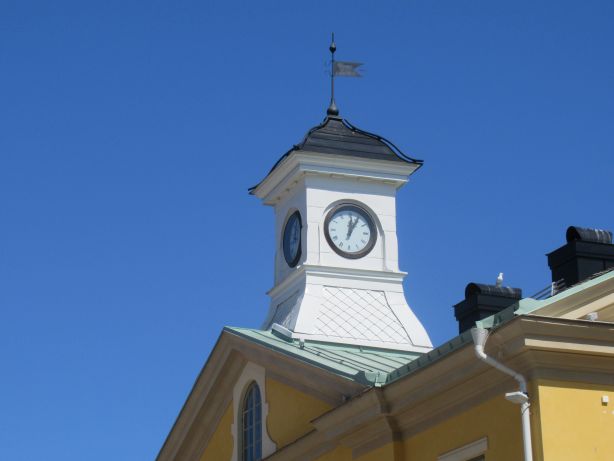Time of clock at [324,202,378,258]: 12:05
